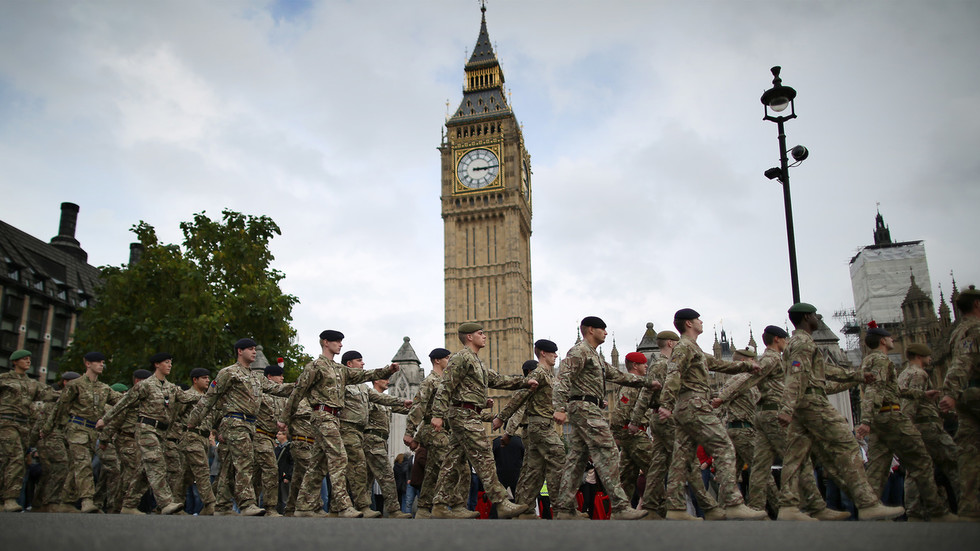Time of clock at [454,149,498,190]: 3:14
